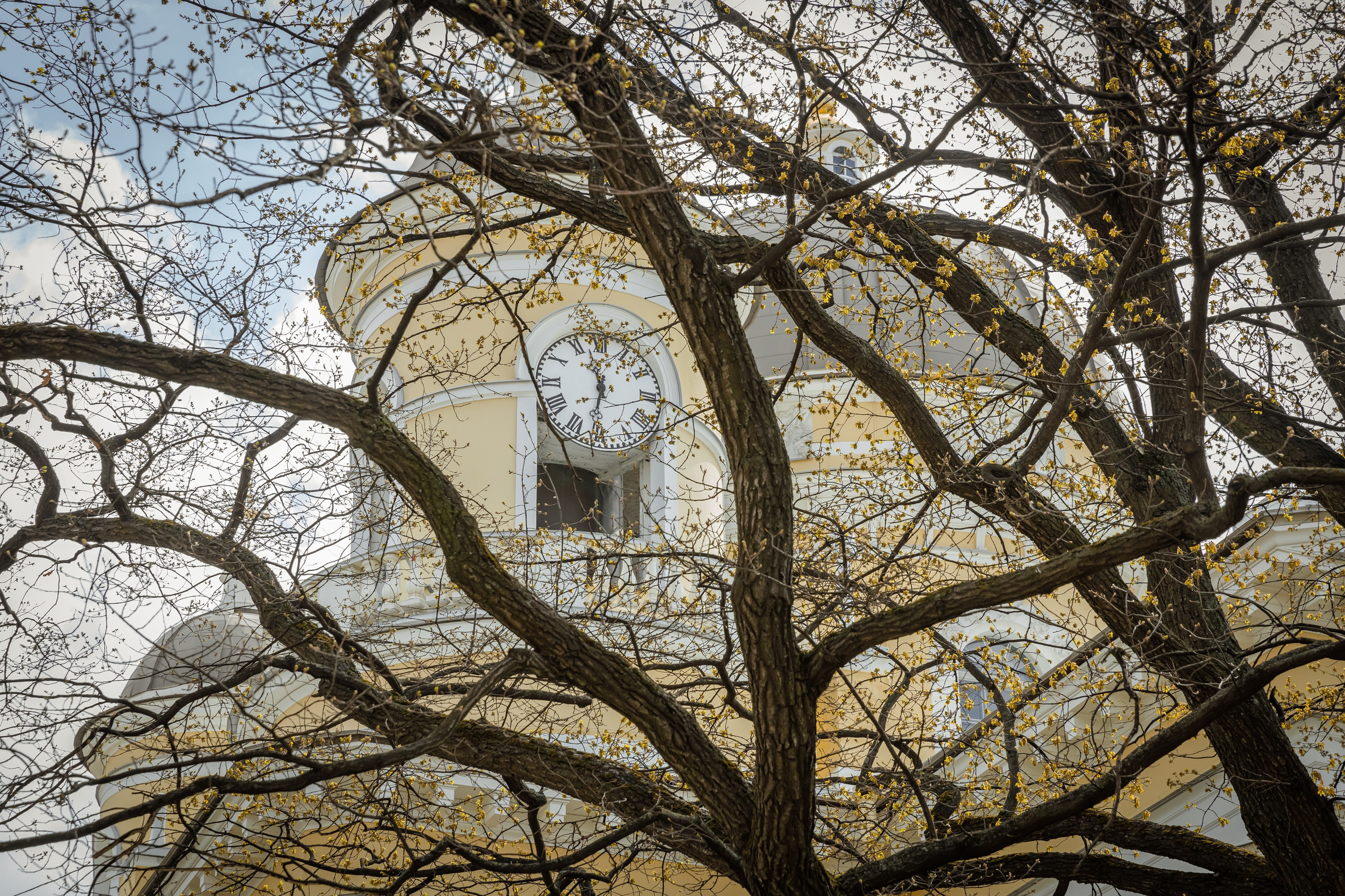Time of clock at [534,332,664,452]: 11:31
